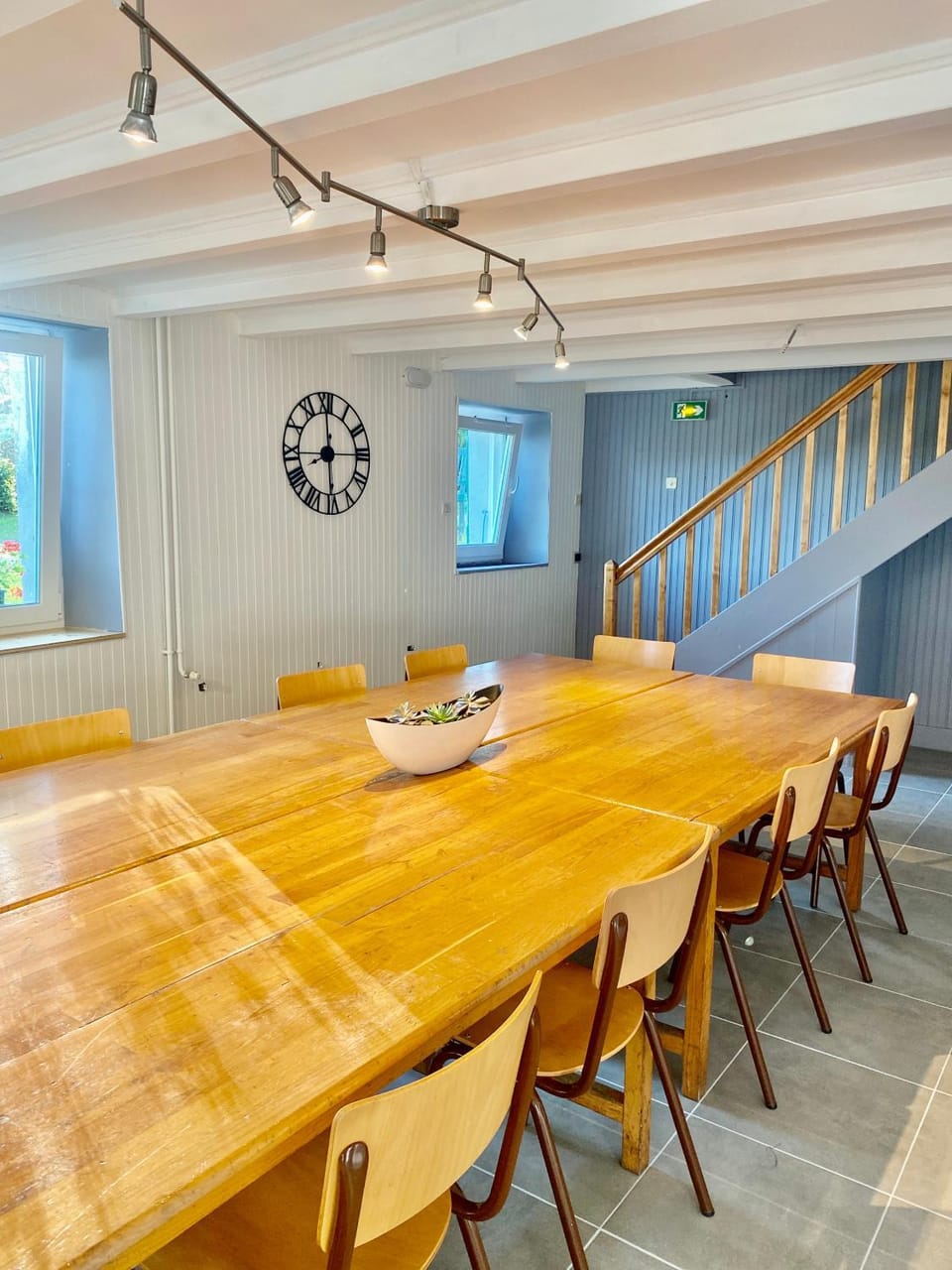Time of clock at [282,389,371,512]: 7:59
